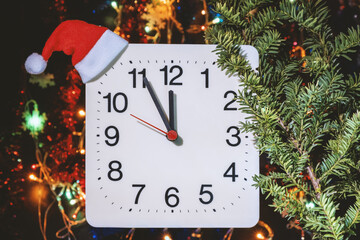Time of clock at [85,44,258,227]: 11:55
